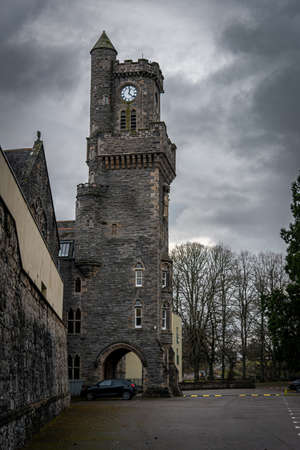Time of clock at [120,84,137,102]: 12:22
